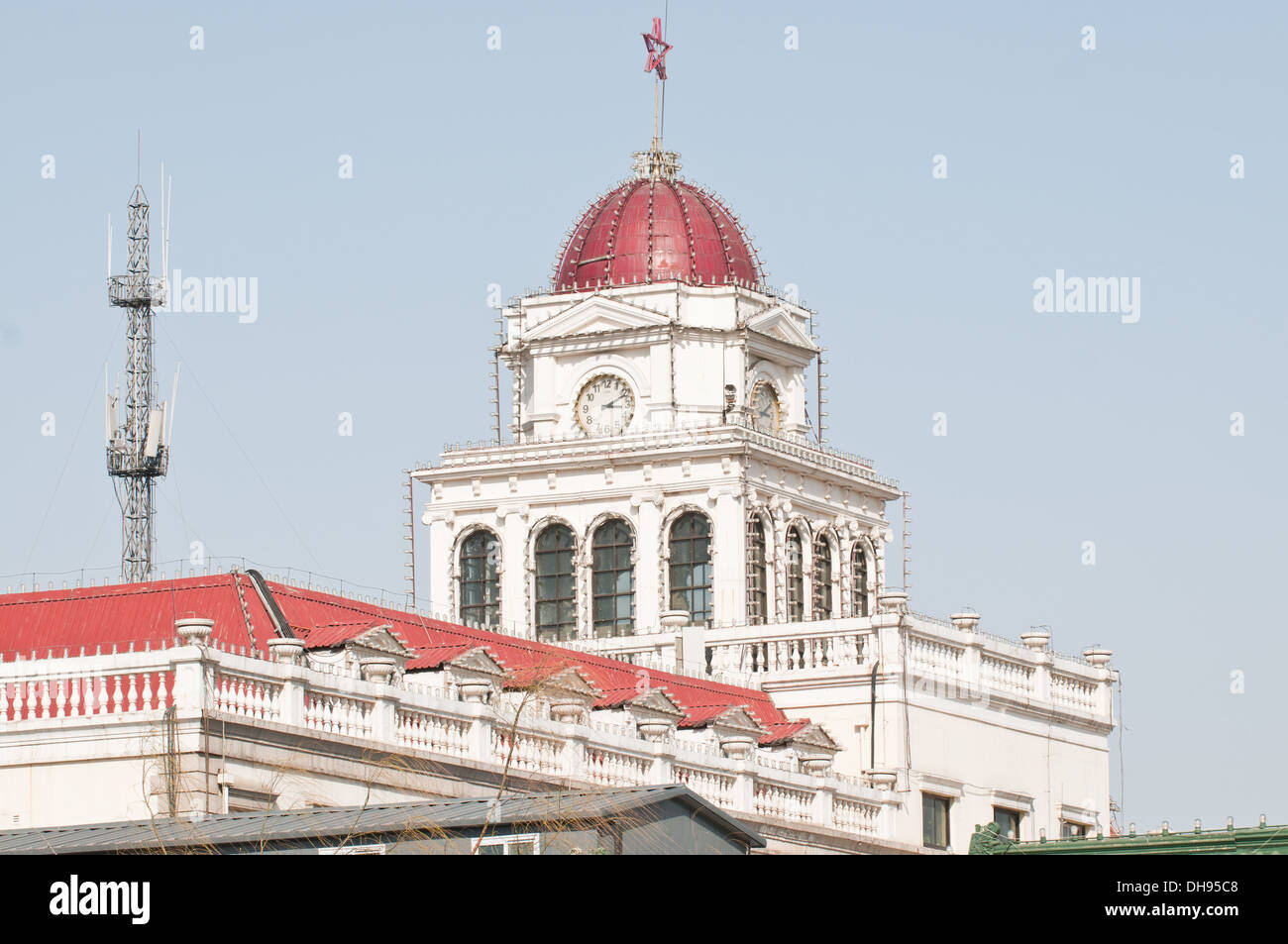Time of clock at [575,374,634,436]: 3:11
